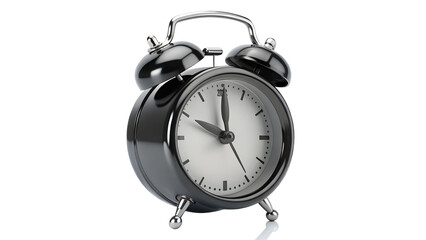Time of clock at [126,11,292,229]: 10:00
